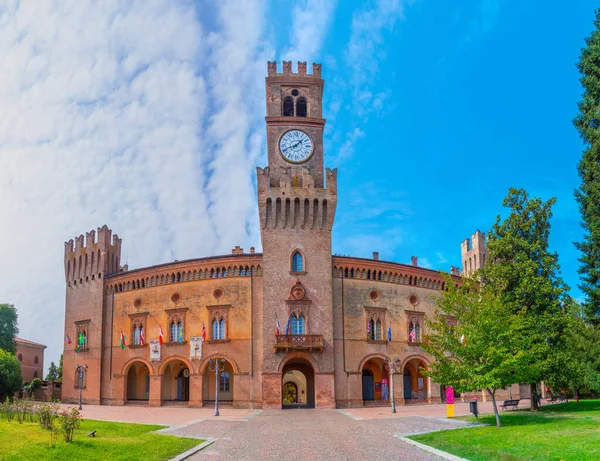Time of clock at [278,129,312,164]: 1:41
